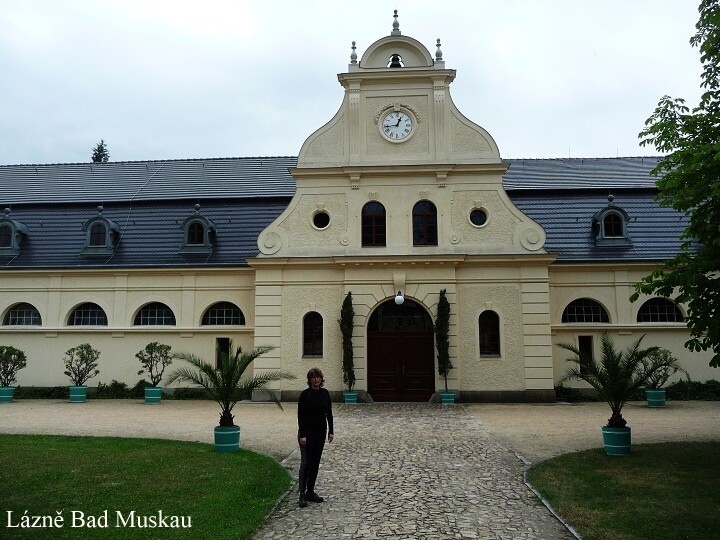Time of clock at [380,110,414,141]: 12:43
